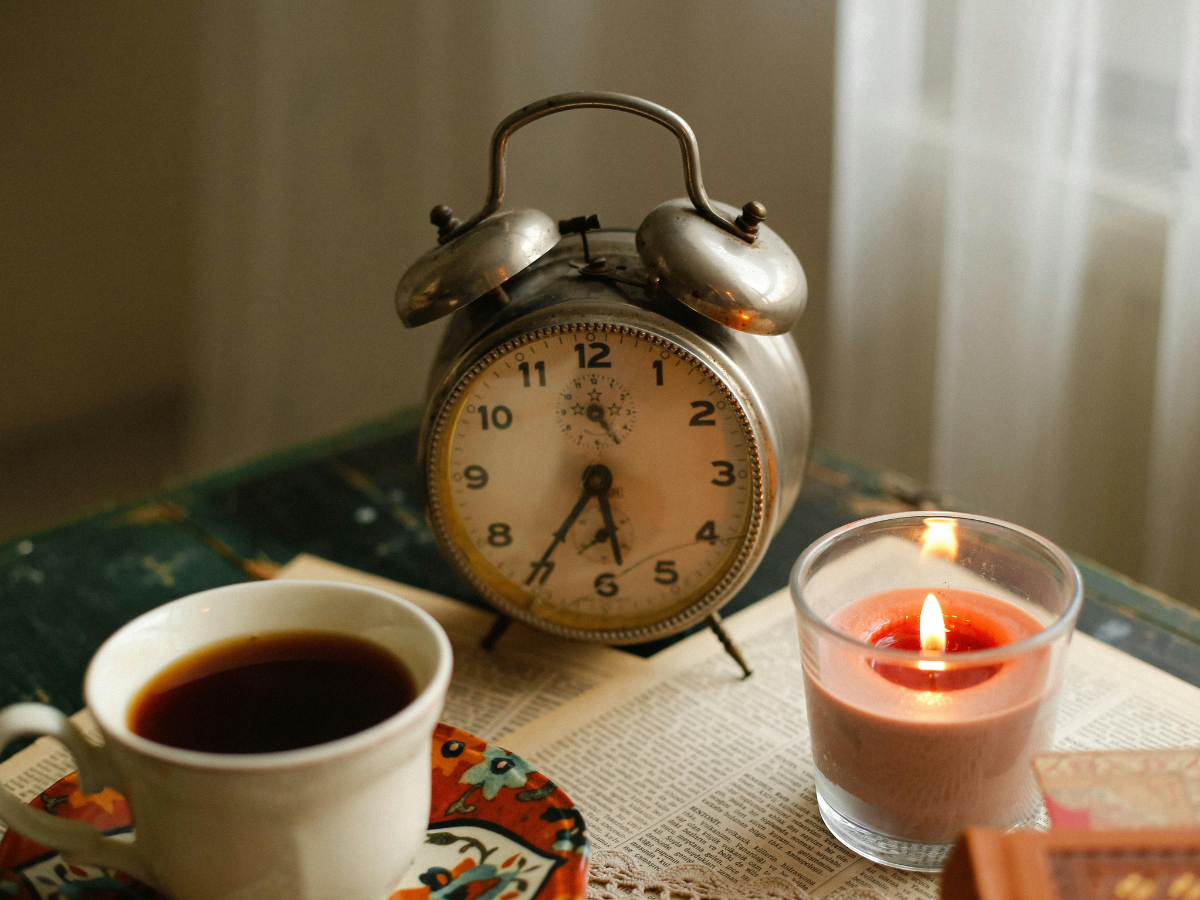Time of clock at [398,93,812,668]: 5:35
